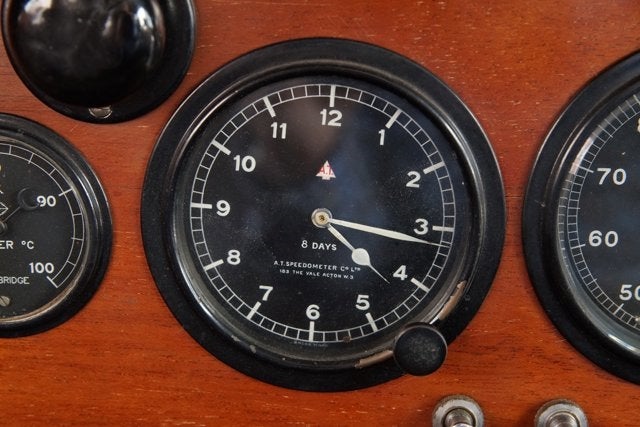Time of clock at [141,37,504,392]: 4:16
